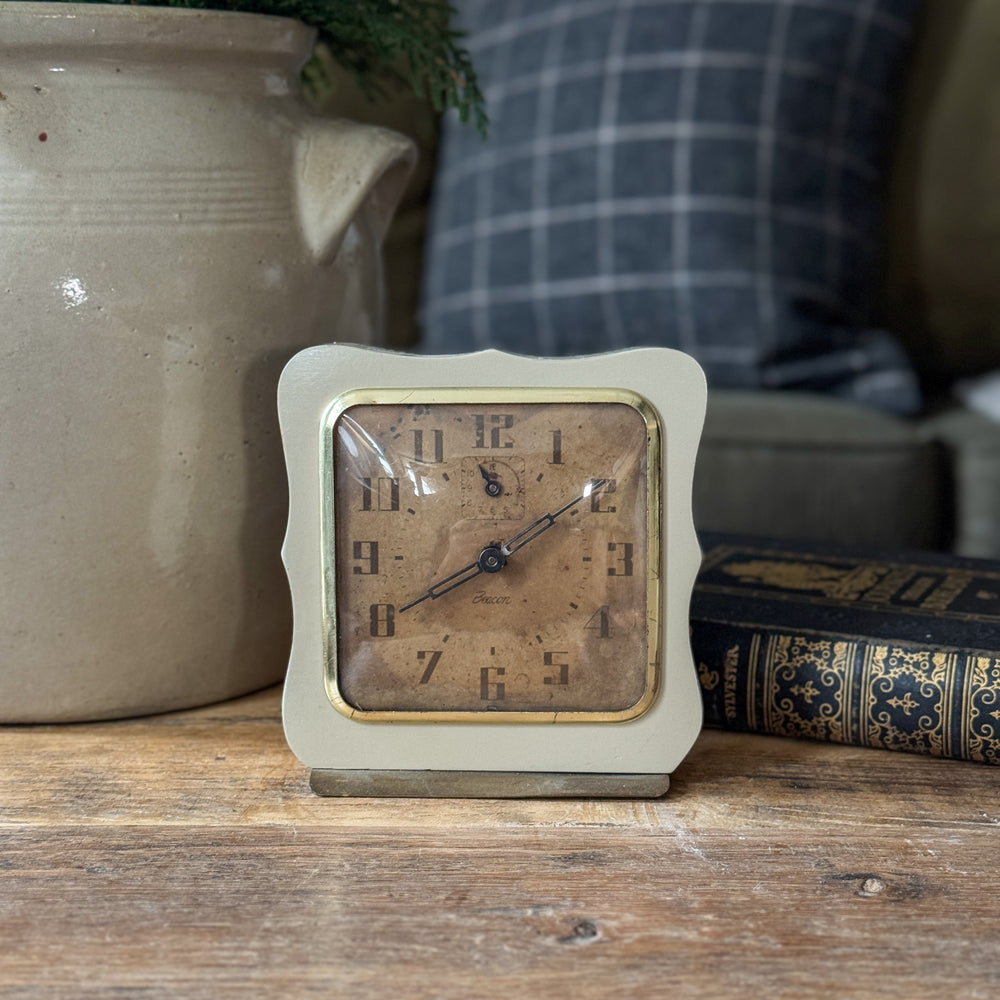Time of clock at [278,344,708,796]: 8:09
